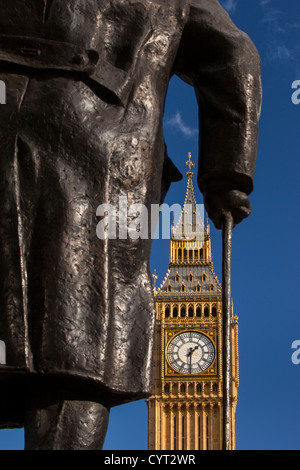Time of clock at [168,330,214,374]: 1:30
